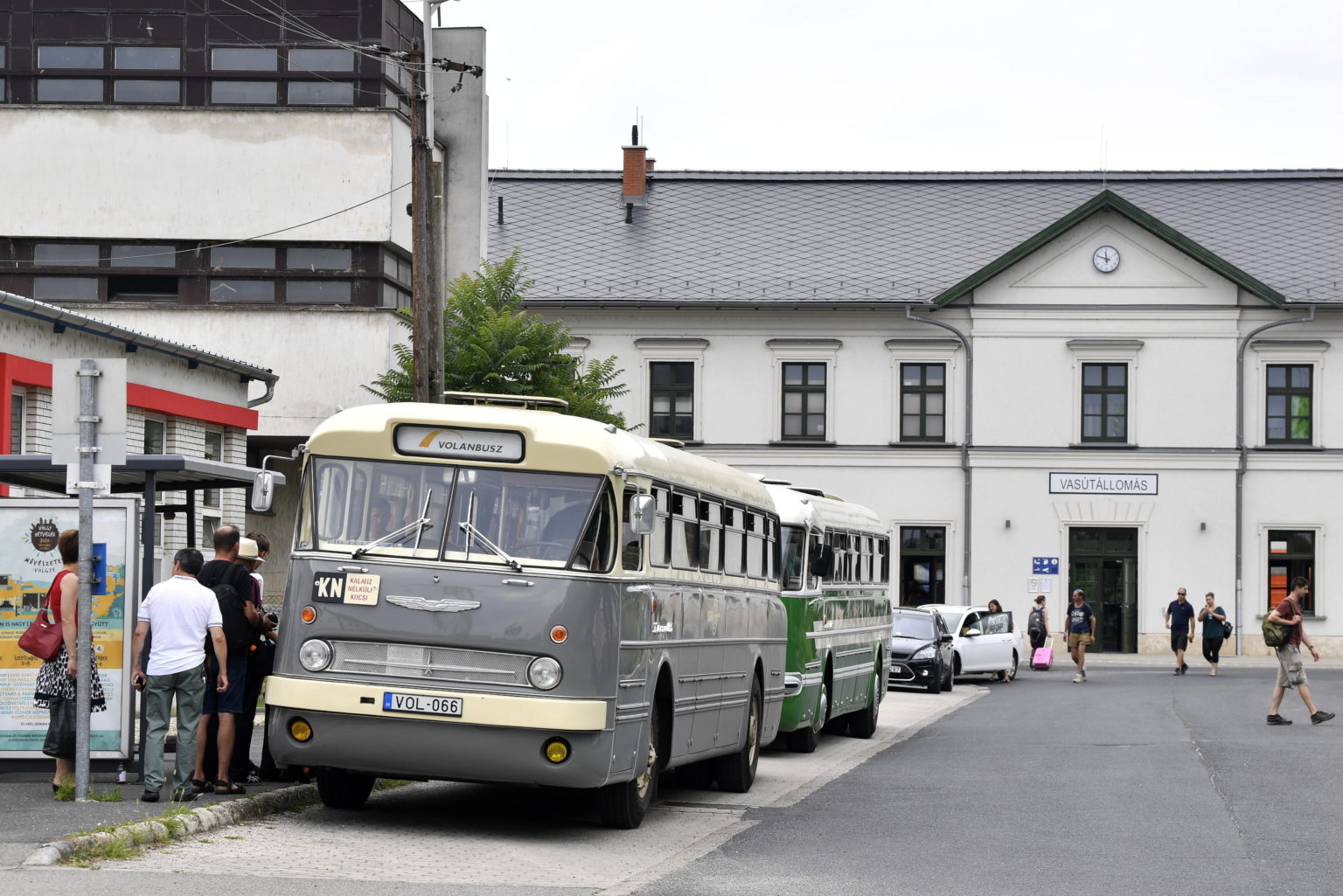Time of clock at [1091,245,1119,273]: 11:48
